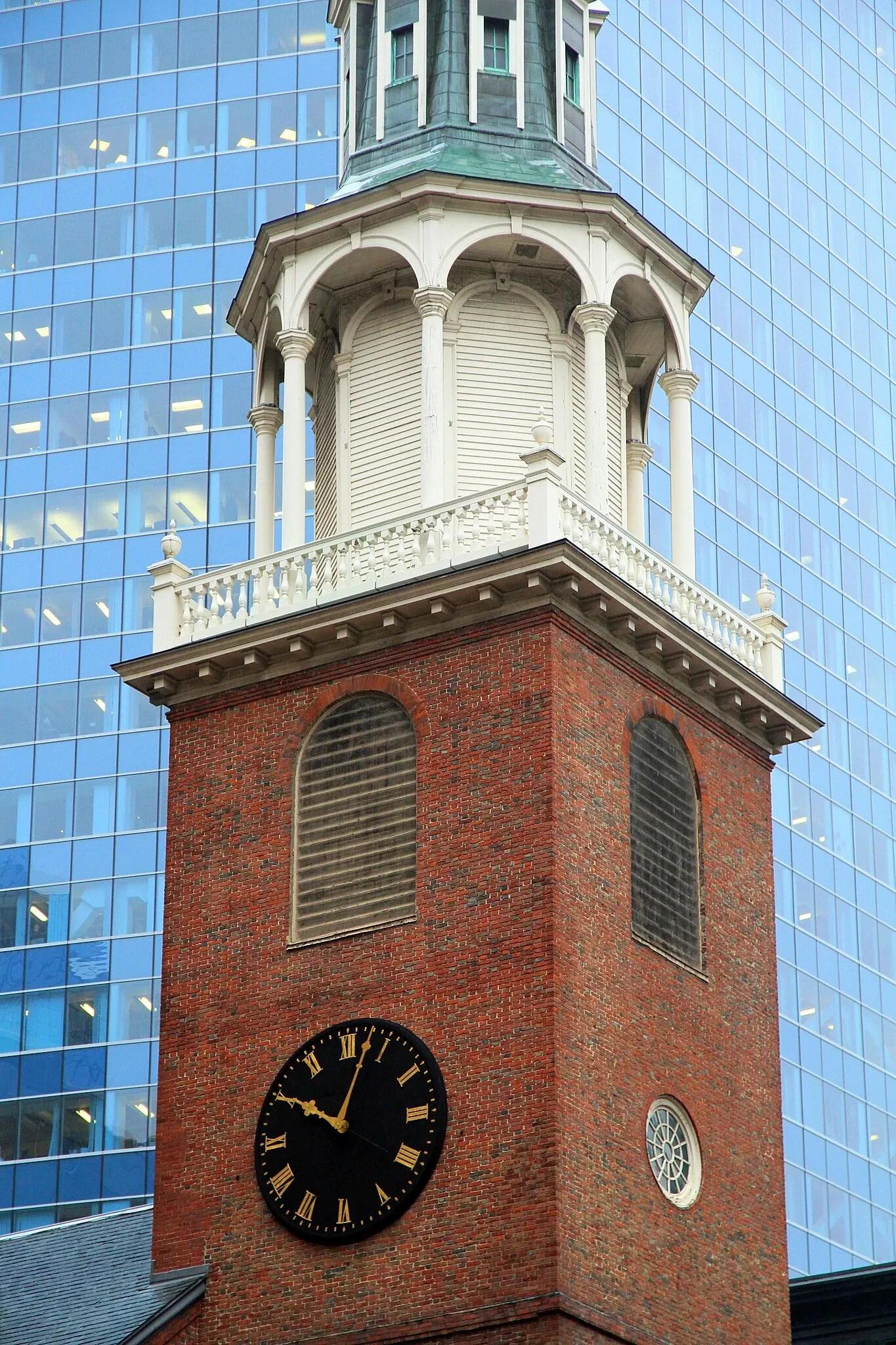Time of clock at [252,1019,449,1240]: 10:02
